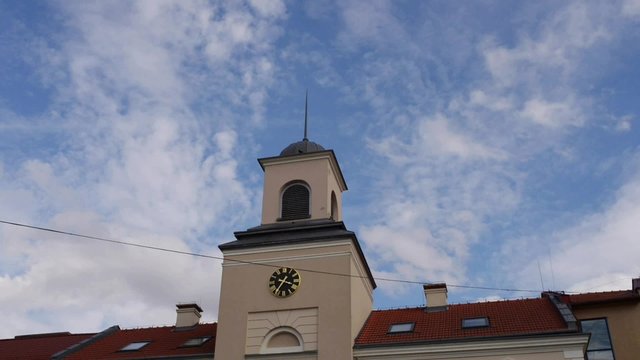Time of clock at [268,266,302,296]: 3:35
